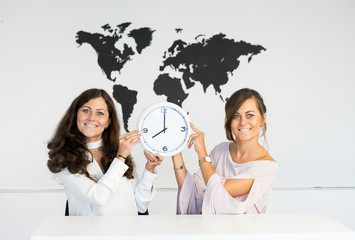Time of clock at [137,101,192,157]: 7:59
